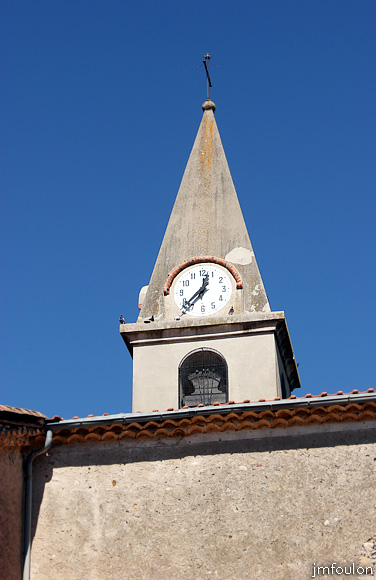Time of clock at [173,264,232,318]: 12:37
